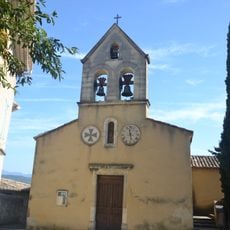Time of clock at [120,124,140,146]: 11:28
